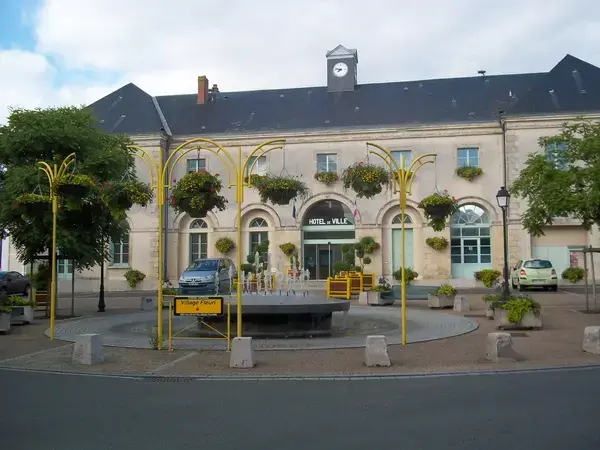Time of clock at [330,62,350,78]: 7:47
